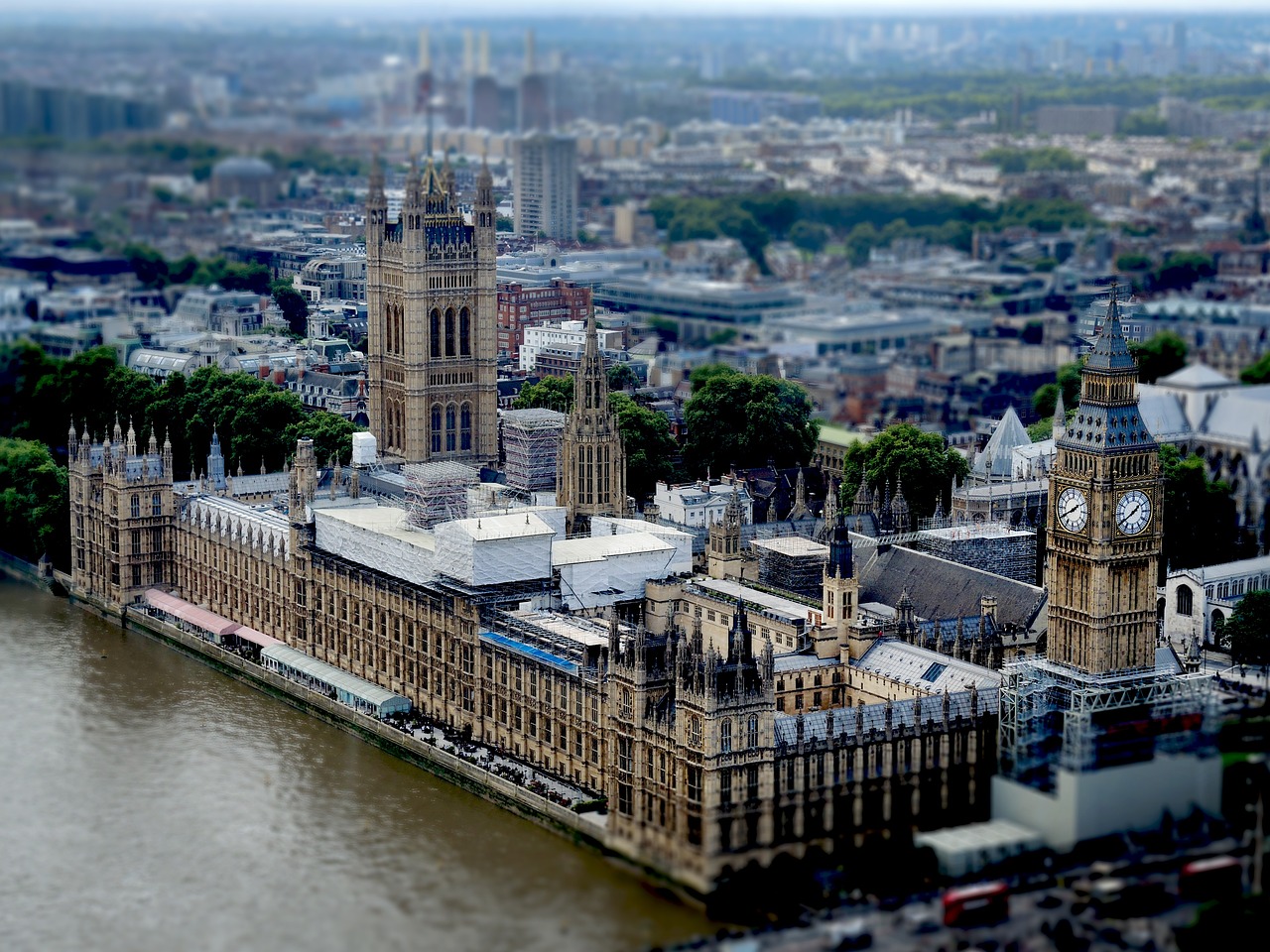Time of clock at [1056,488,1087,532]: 1:40
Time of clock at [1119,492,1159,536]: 1:39
